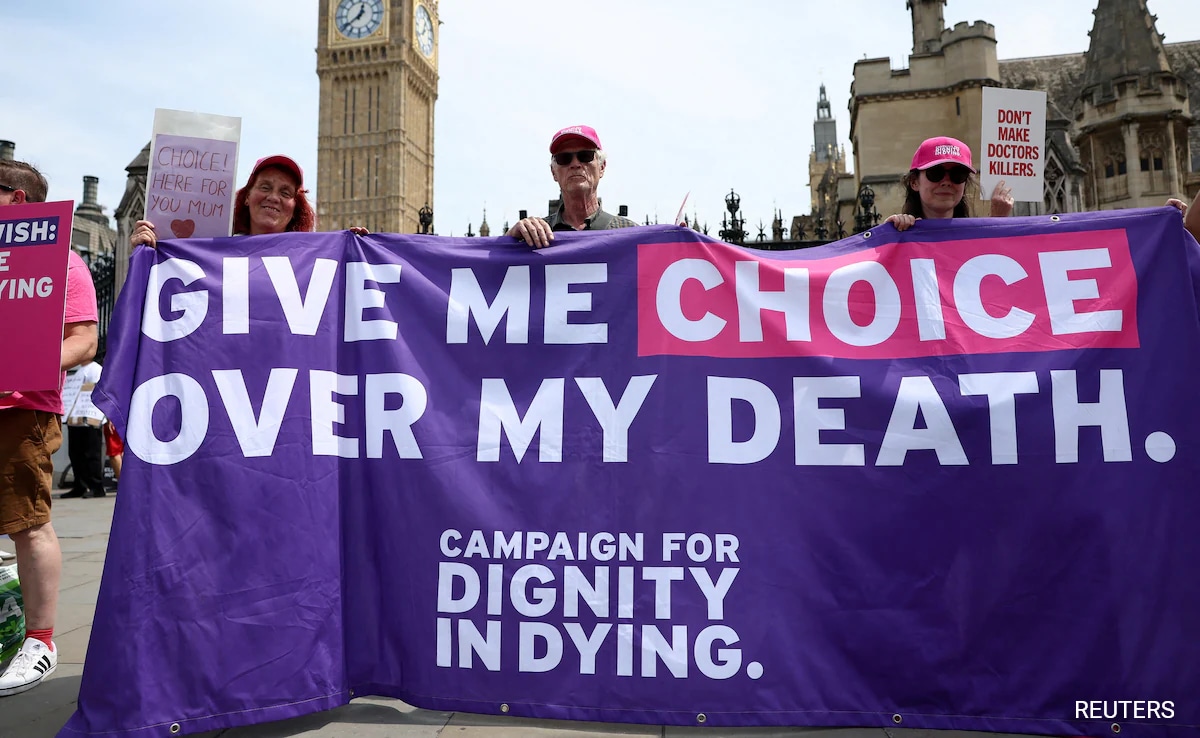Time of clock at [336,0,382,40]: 12:38
